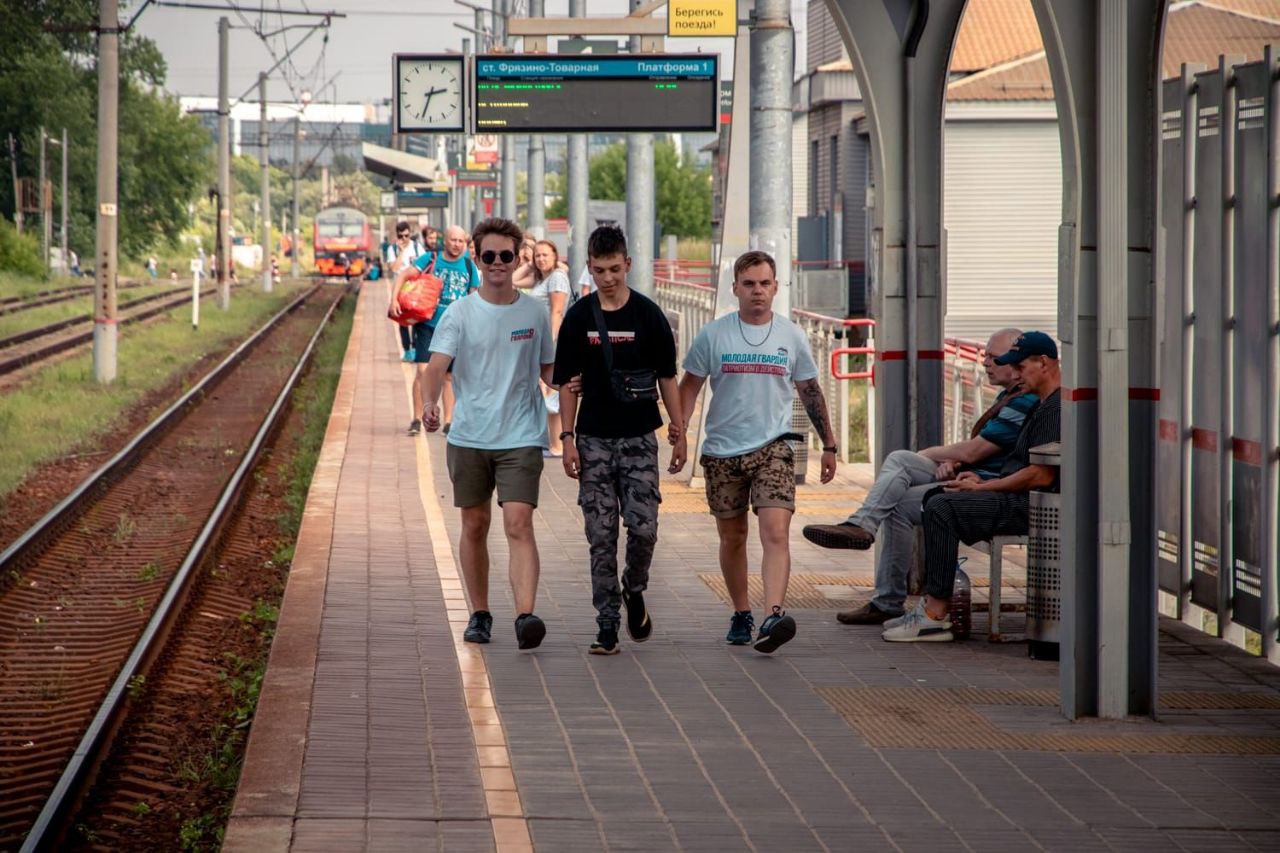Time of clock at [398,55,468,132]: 2:33
